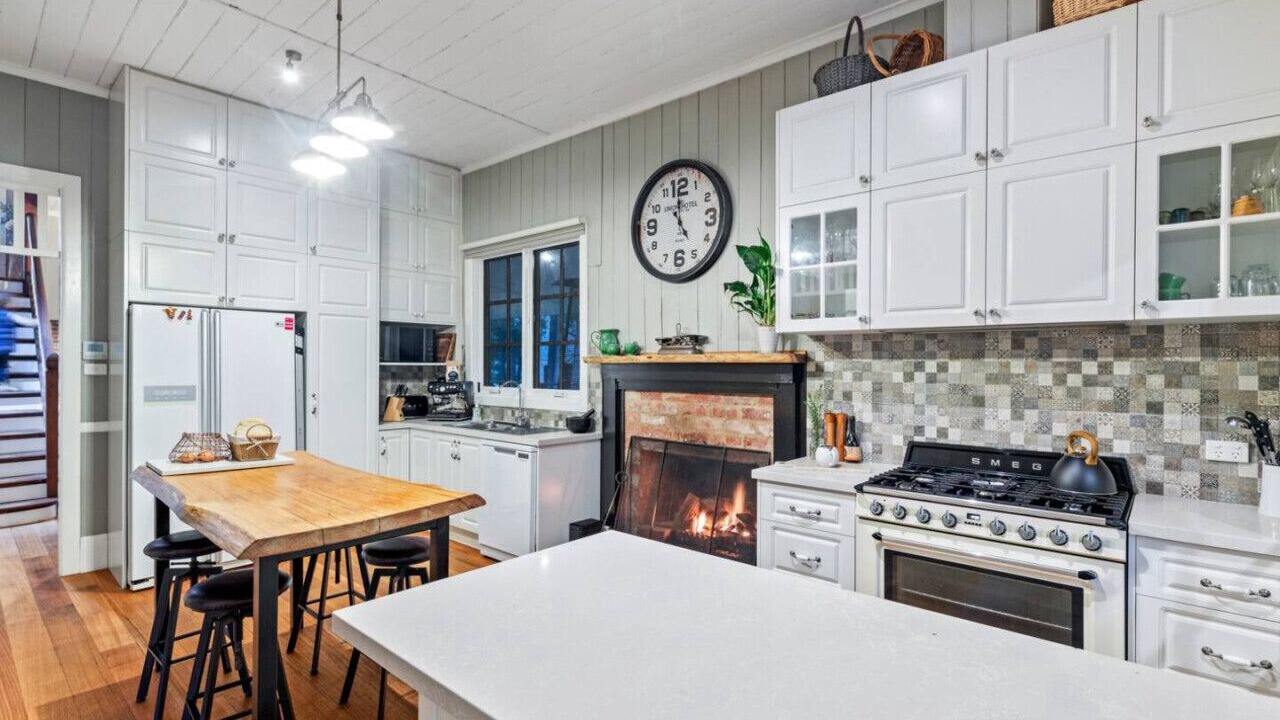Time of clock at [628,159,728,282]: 4:59
